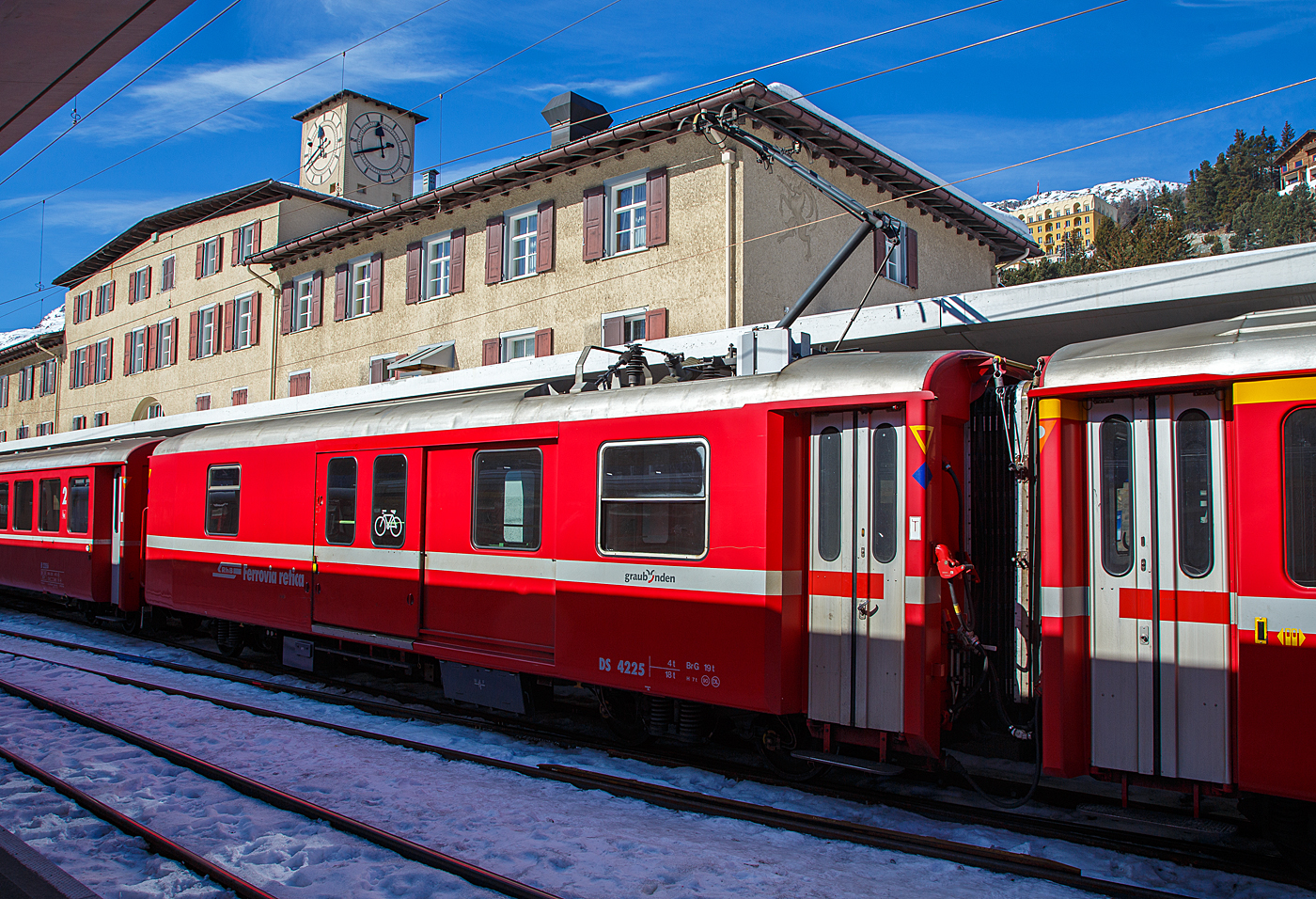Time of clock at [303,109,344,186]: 11:40
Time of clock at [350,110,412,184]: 11:40
